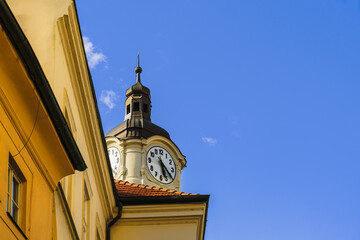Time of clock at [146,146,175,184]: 5:20
